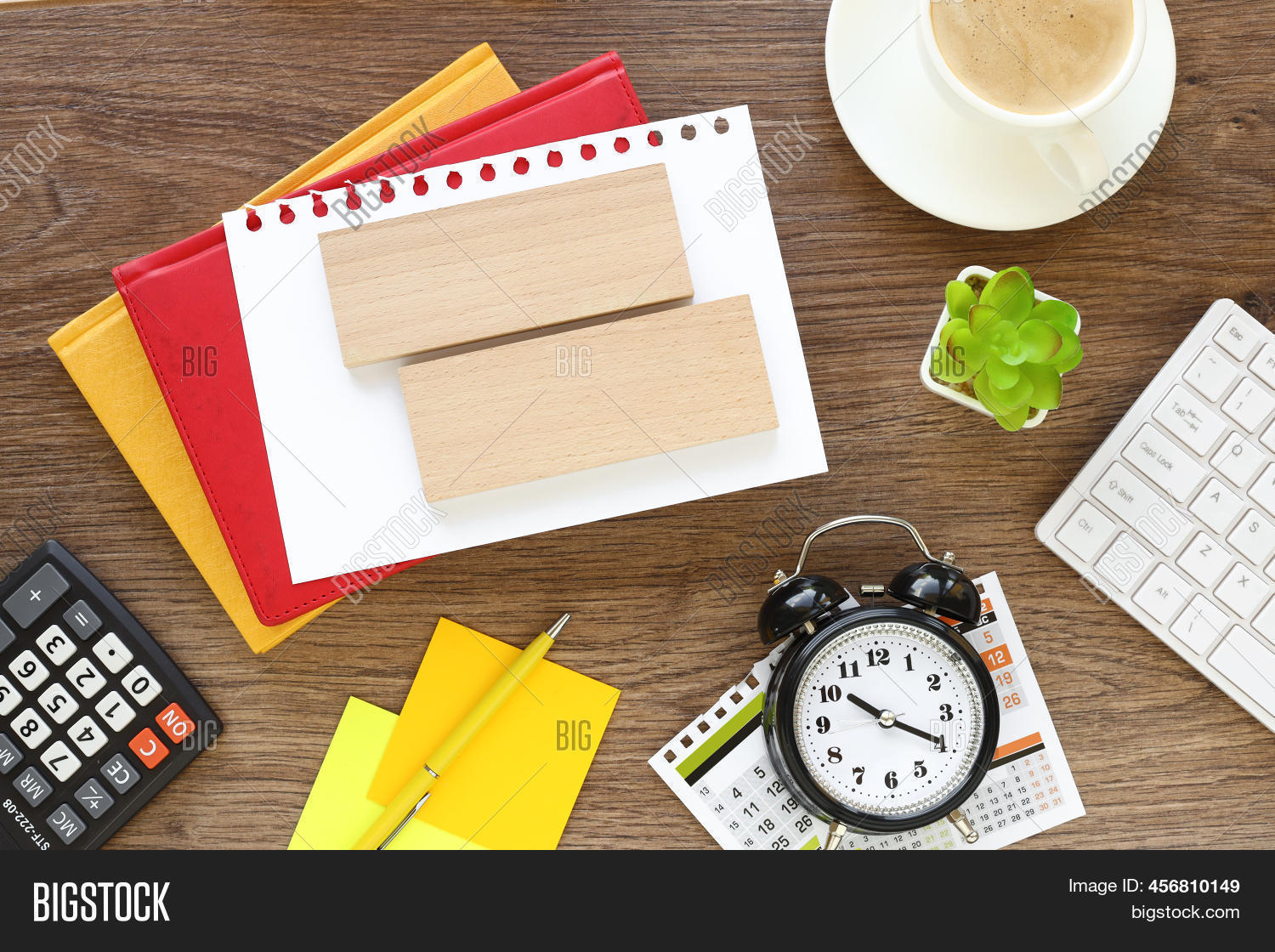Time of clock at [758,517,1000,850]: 10:19
